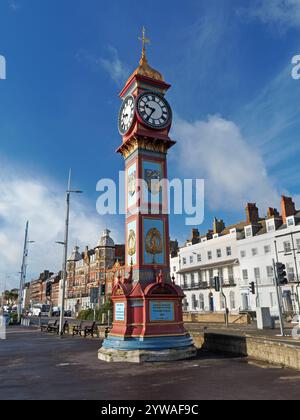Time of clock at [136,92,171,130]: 9:35
